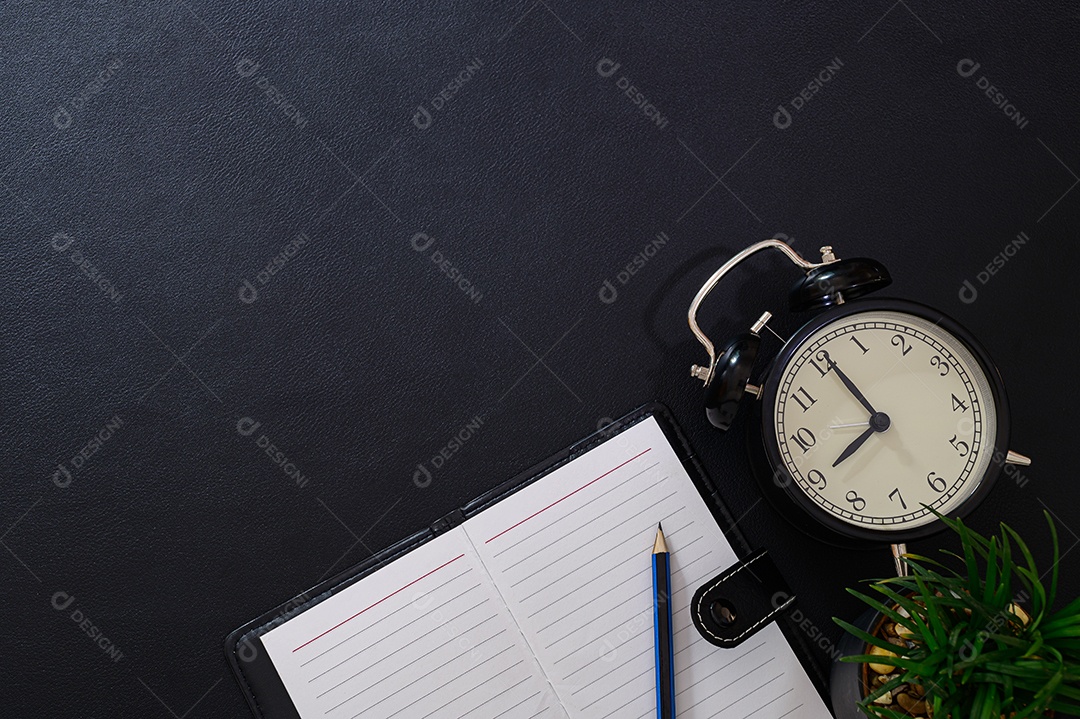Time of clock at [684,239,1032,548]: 7:56
